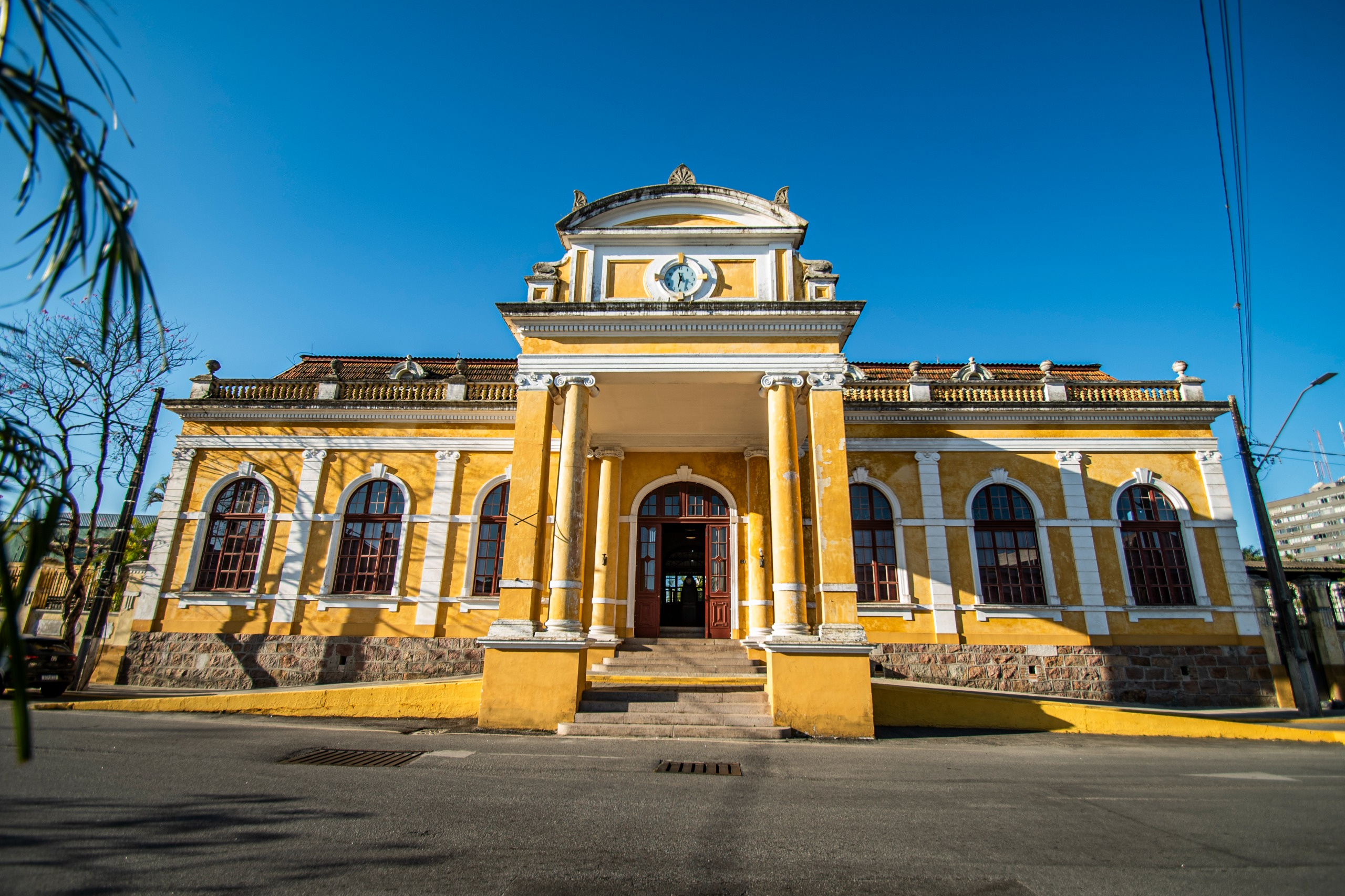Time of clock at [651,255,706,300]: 11:32
